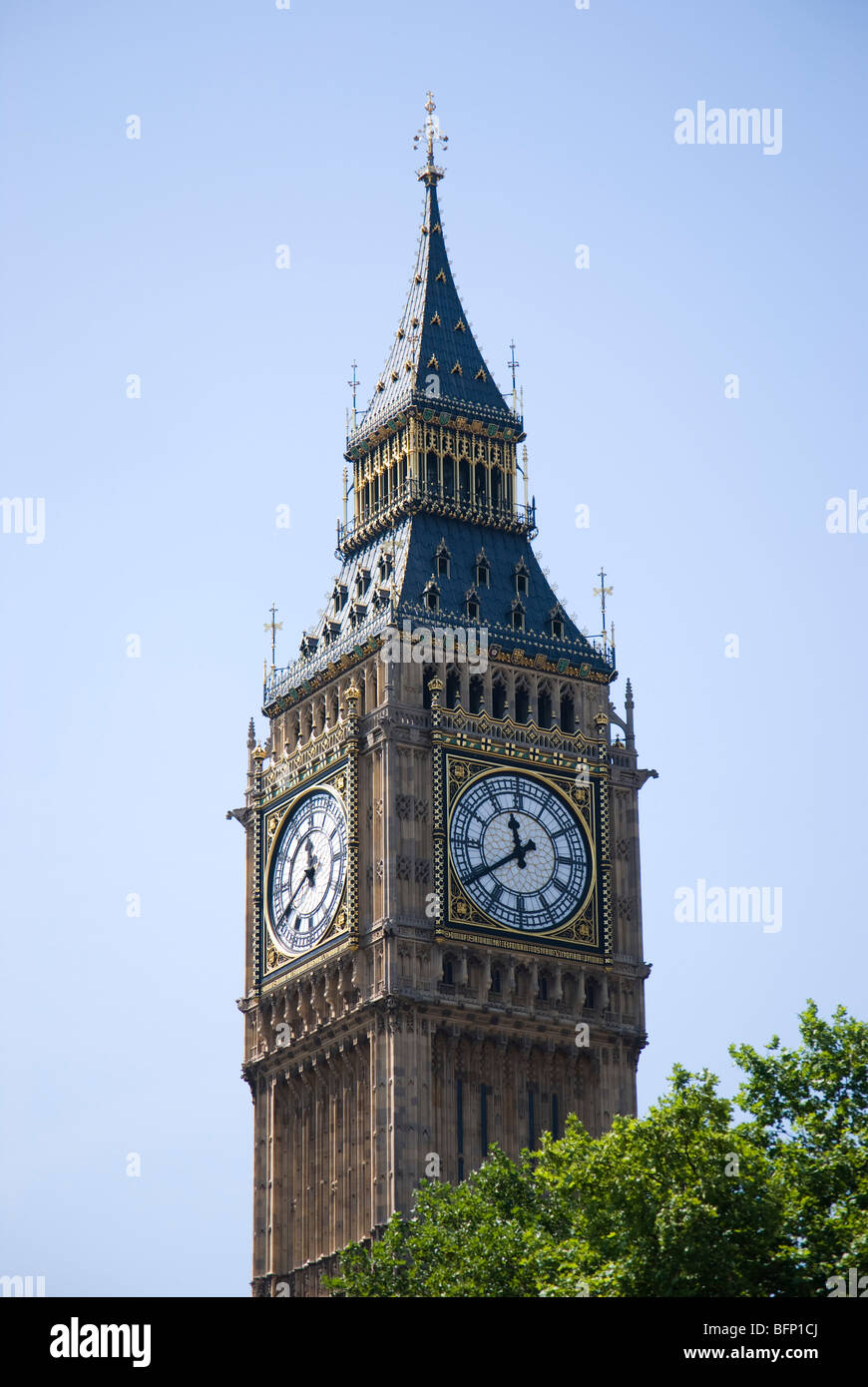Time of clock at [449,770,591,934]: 11:39
